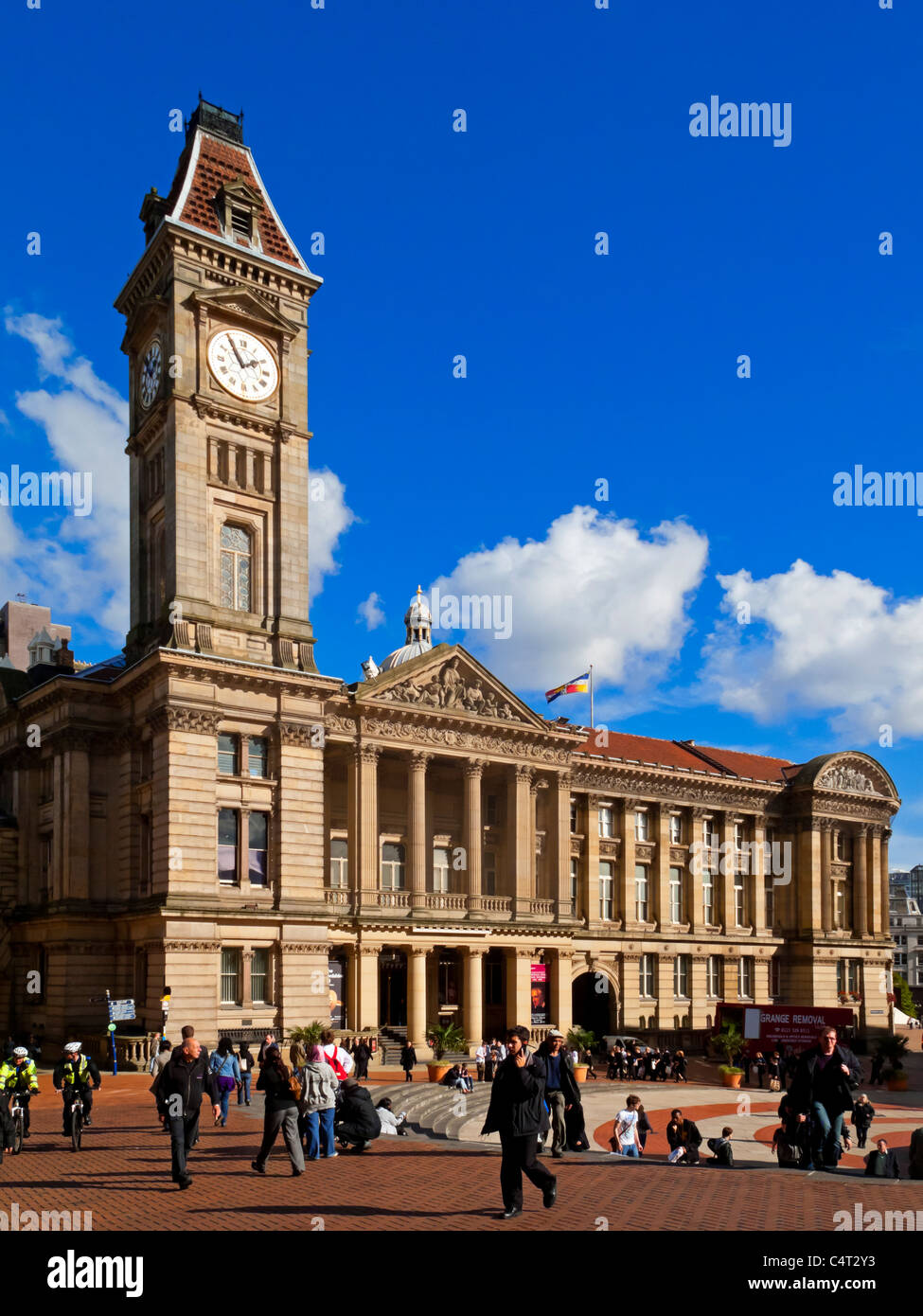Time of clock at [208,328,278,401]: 1:54
